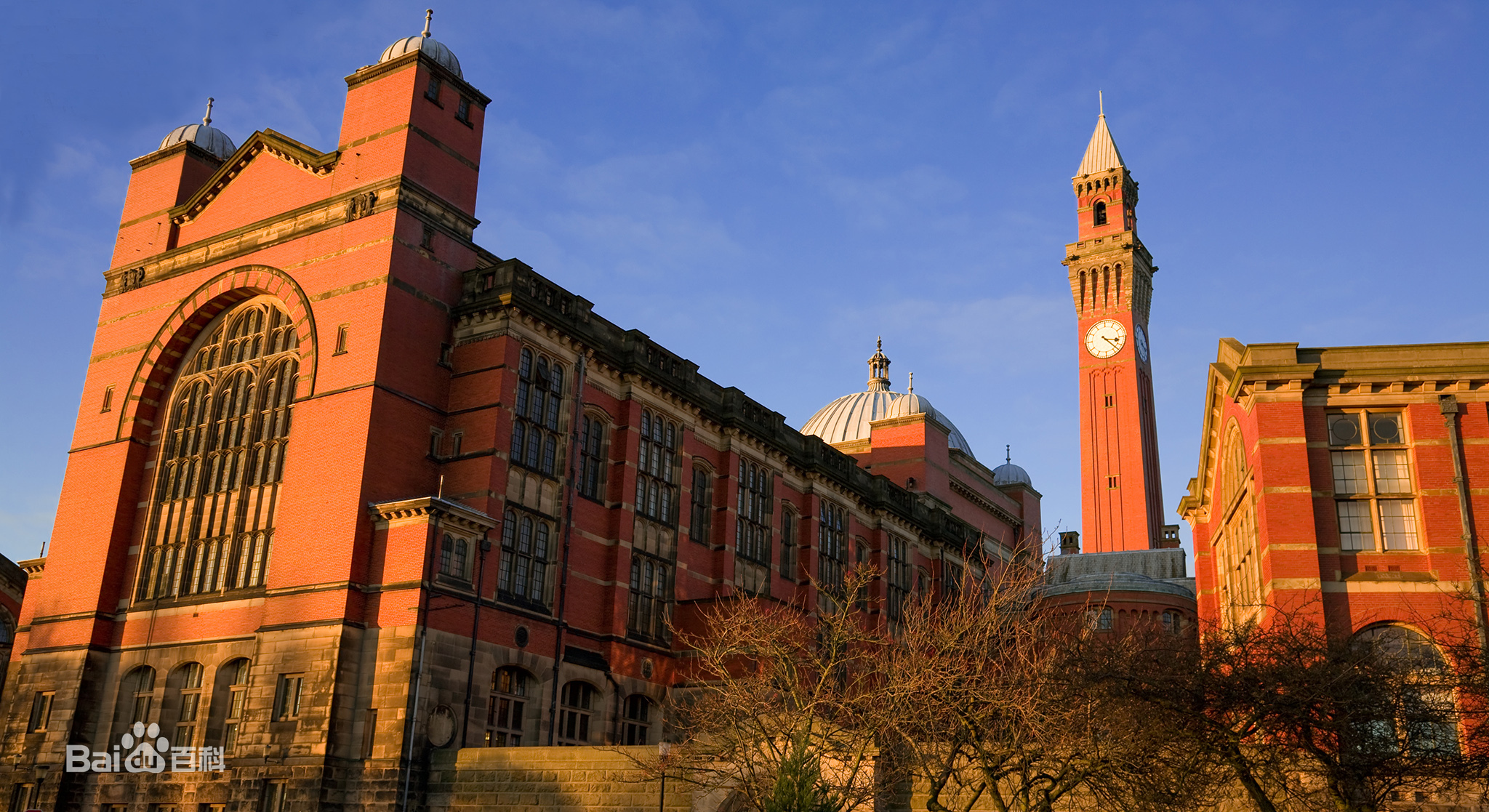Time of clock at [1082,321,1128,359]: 3:22
